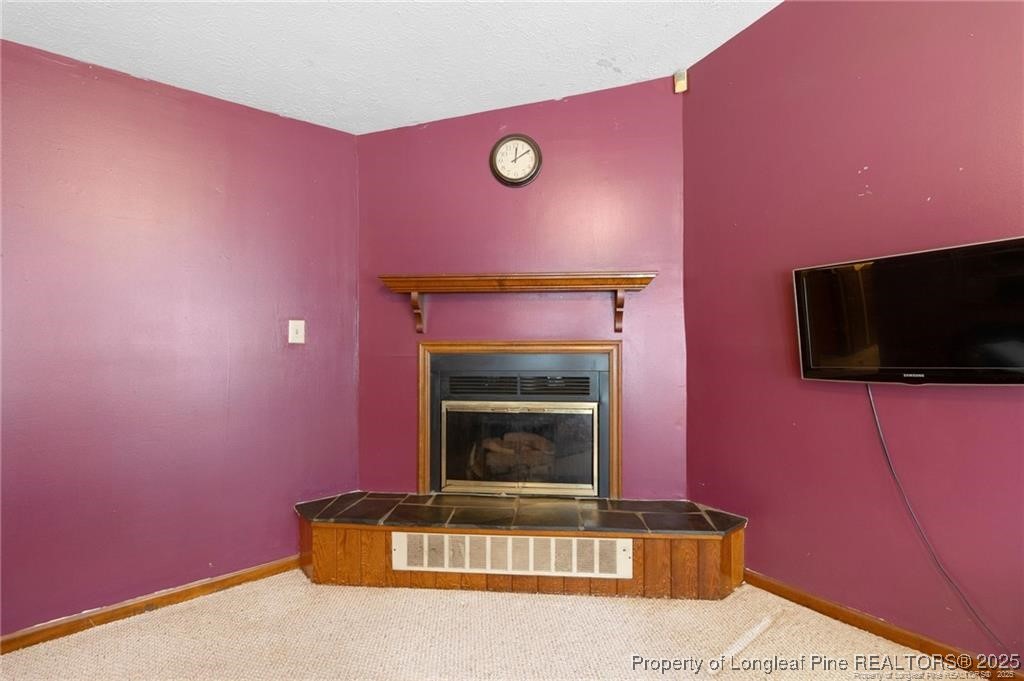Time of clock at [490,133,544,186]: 12:09
